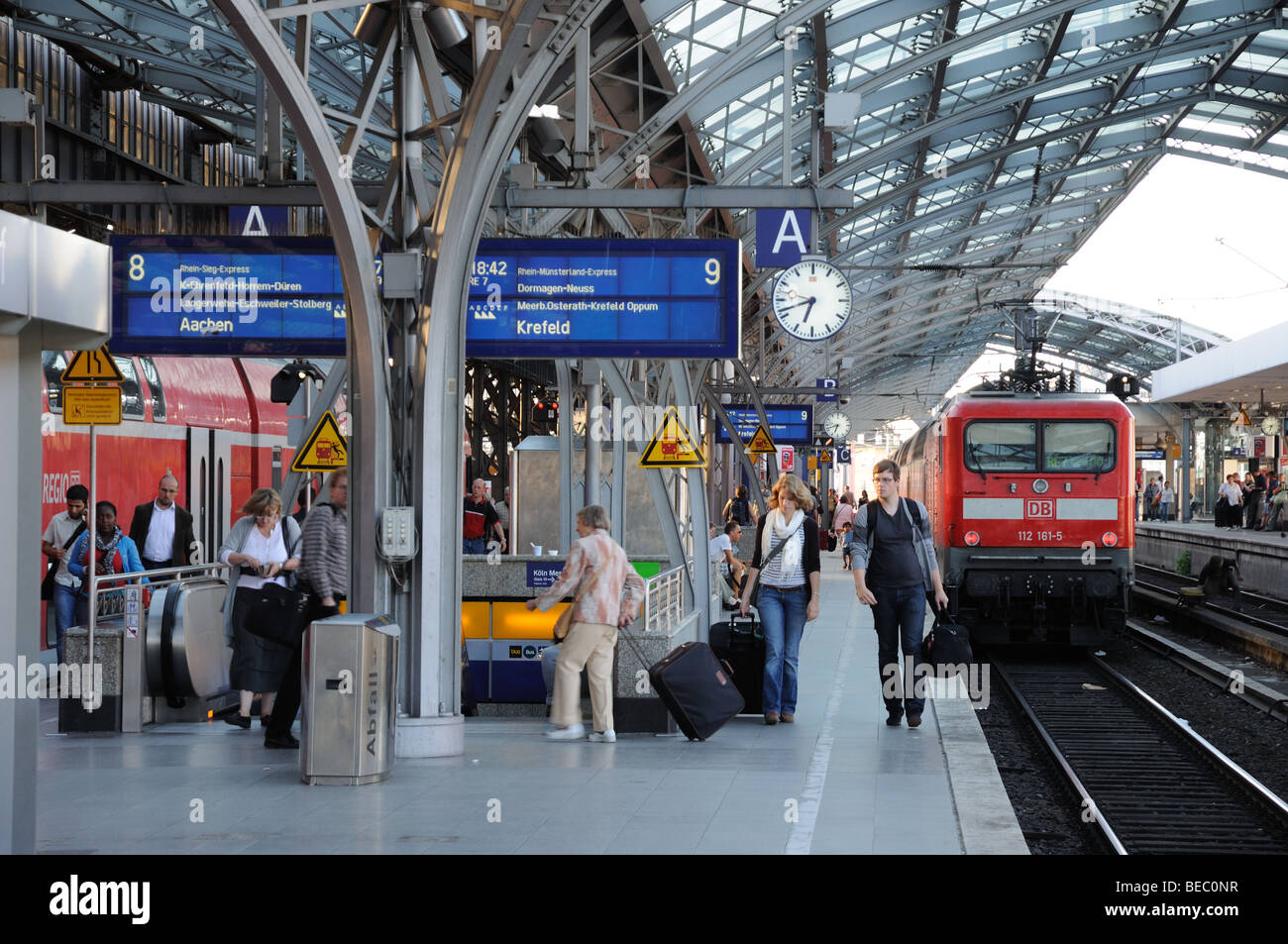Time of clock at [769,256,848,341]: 6:41
